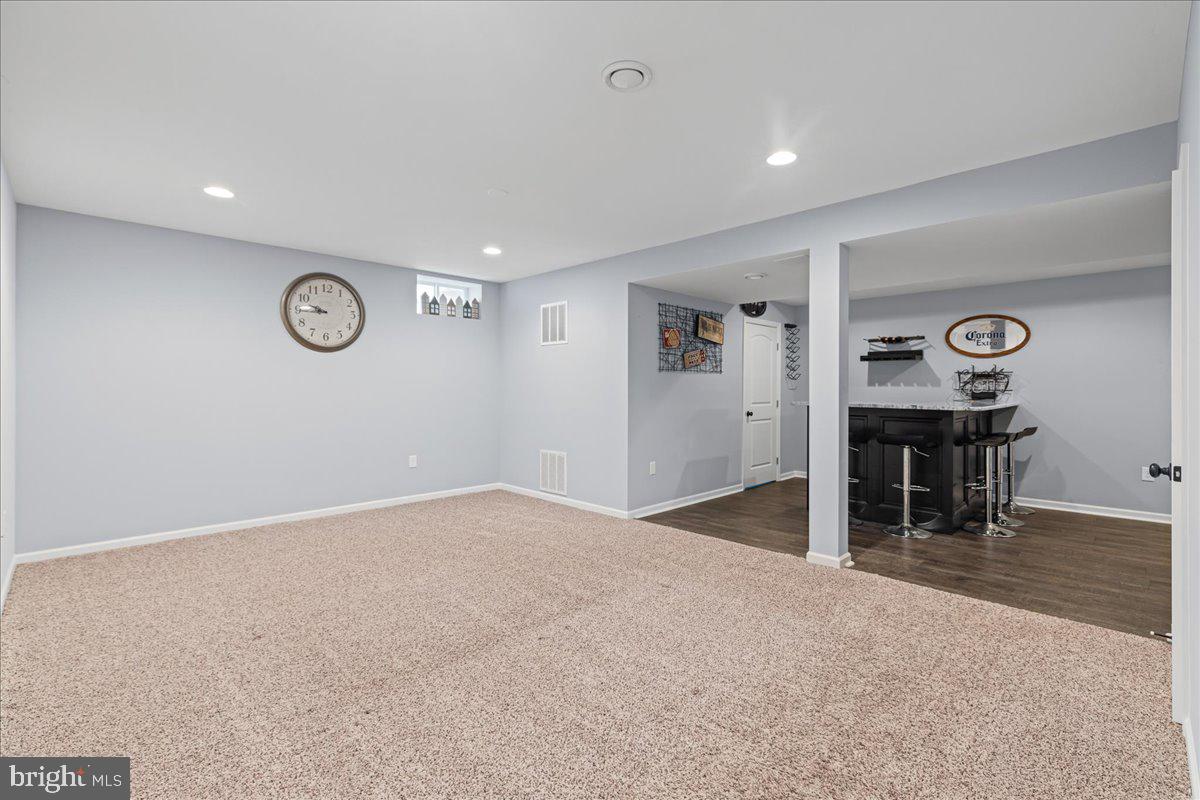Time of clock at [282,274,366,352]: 9:45
